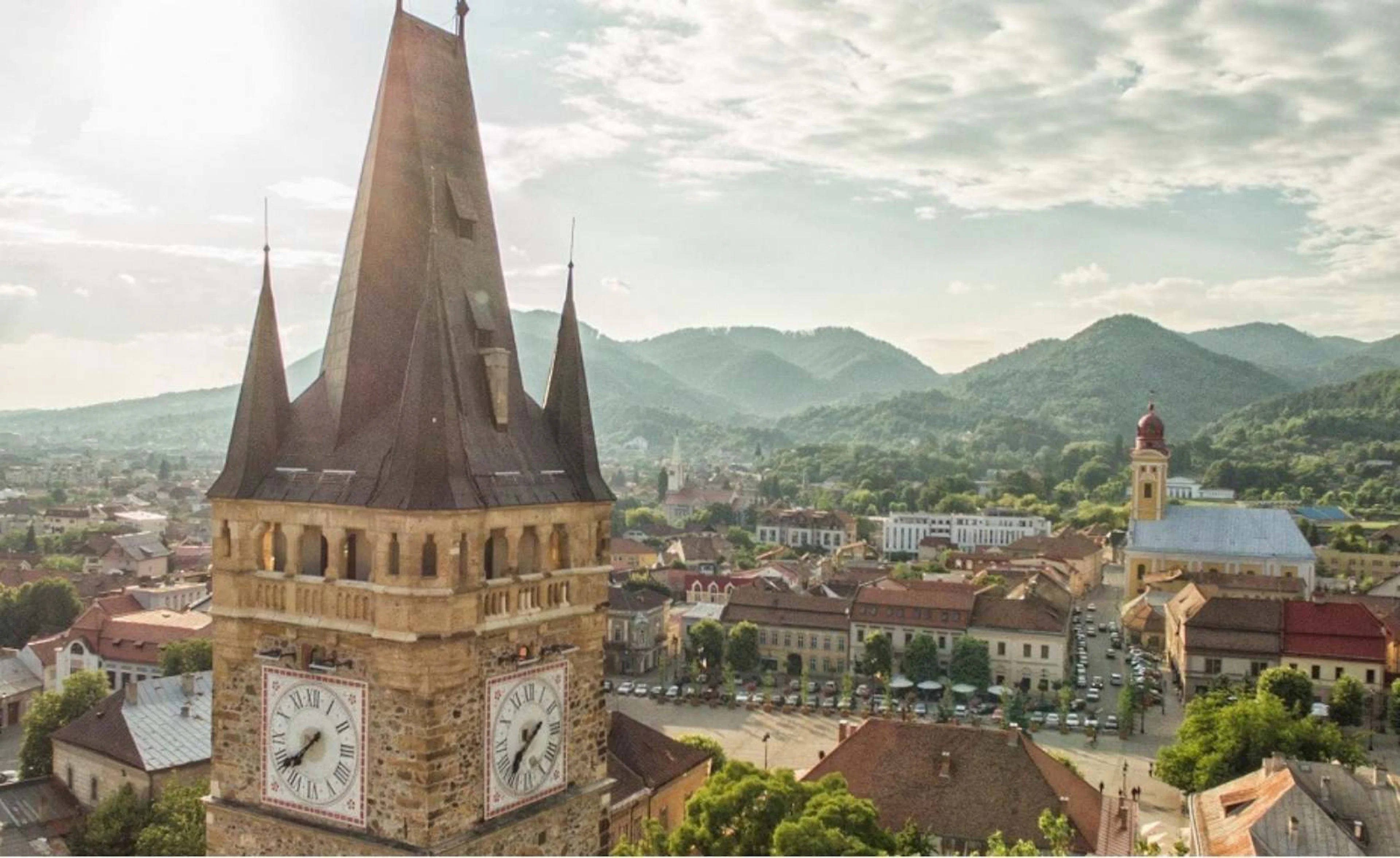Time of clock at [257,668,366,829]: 7:37
